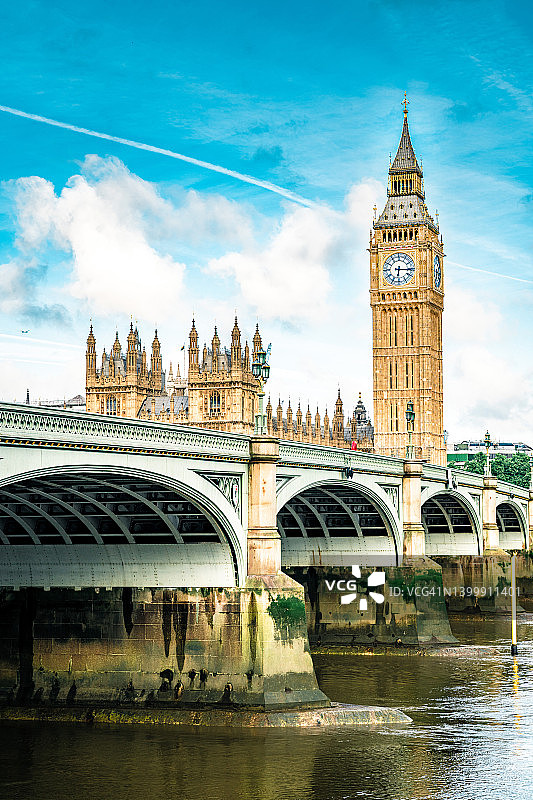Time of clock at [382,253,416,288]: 6:15
